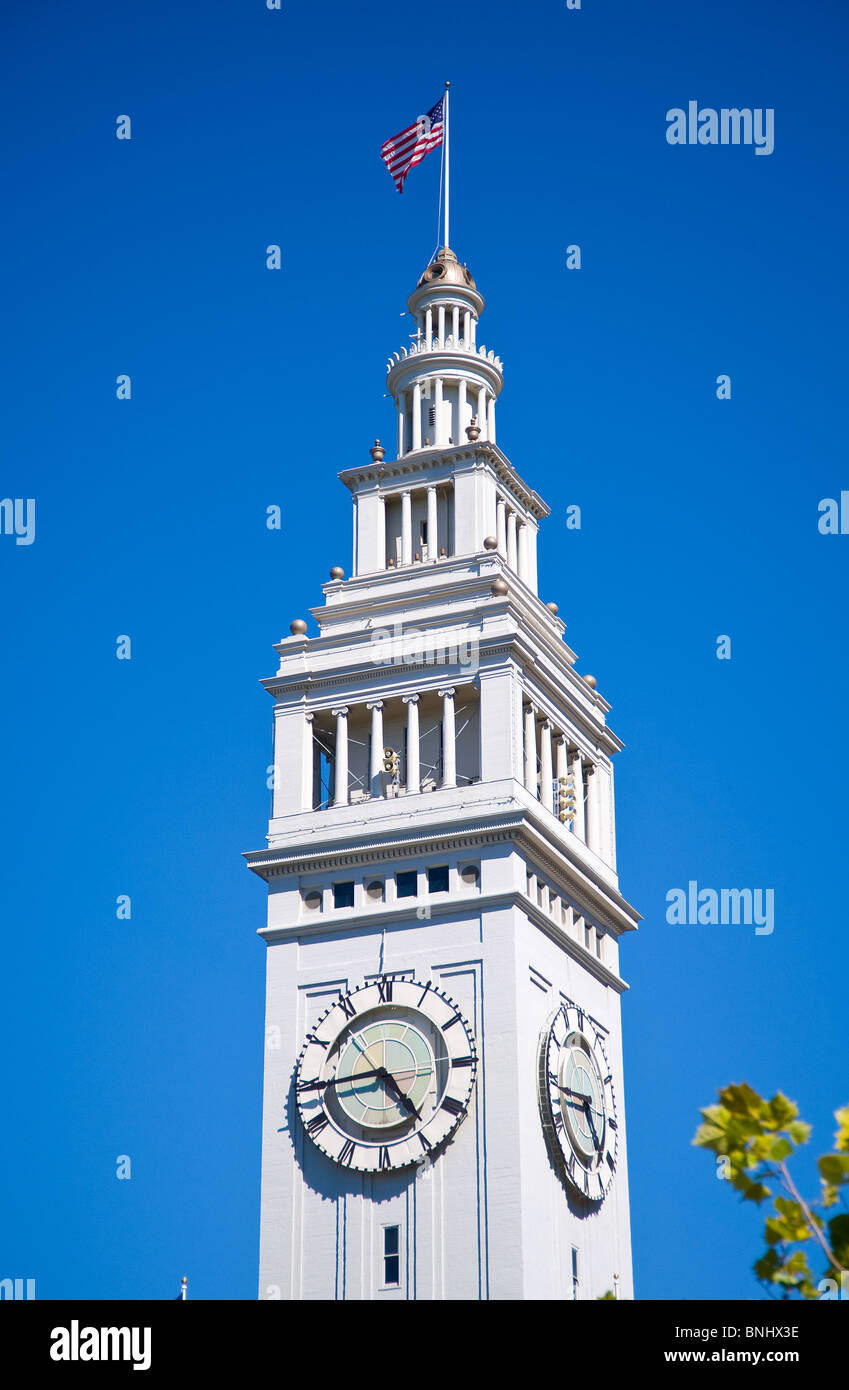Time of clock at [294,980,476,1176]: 4:44
